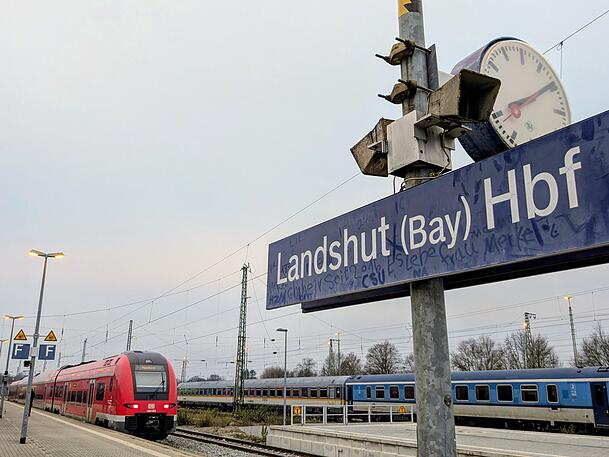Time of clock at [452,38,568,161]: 8:09
